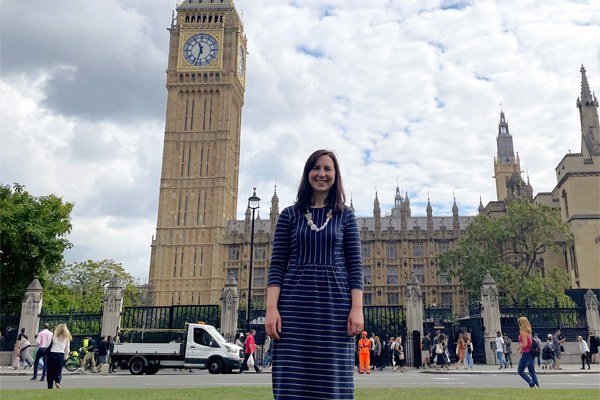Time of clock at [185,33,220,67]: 11:32
